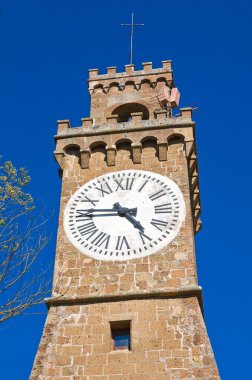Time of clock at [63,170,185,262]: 4:45
